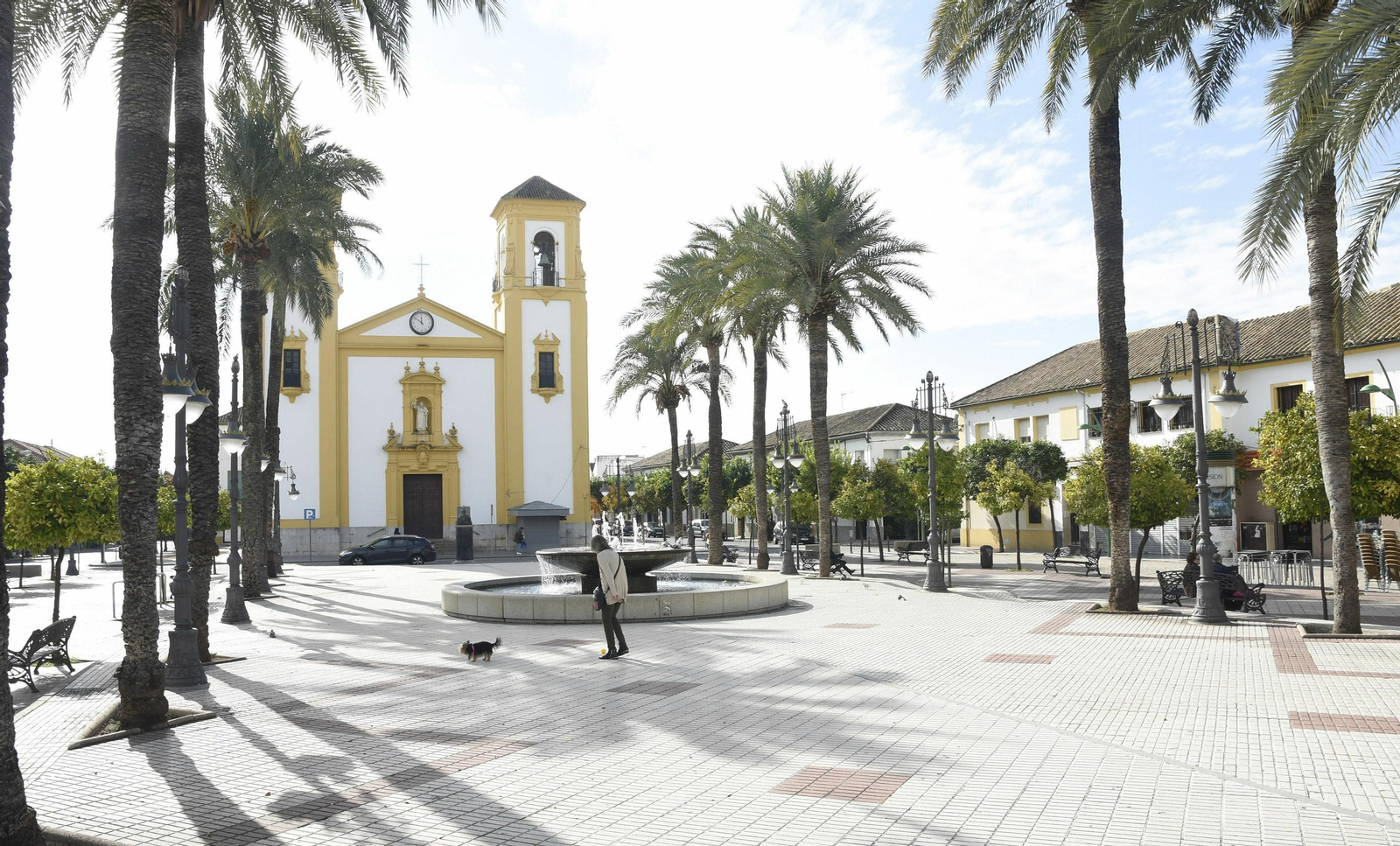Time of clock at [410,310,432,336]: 11:51
